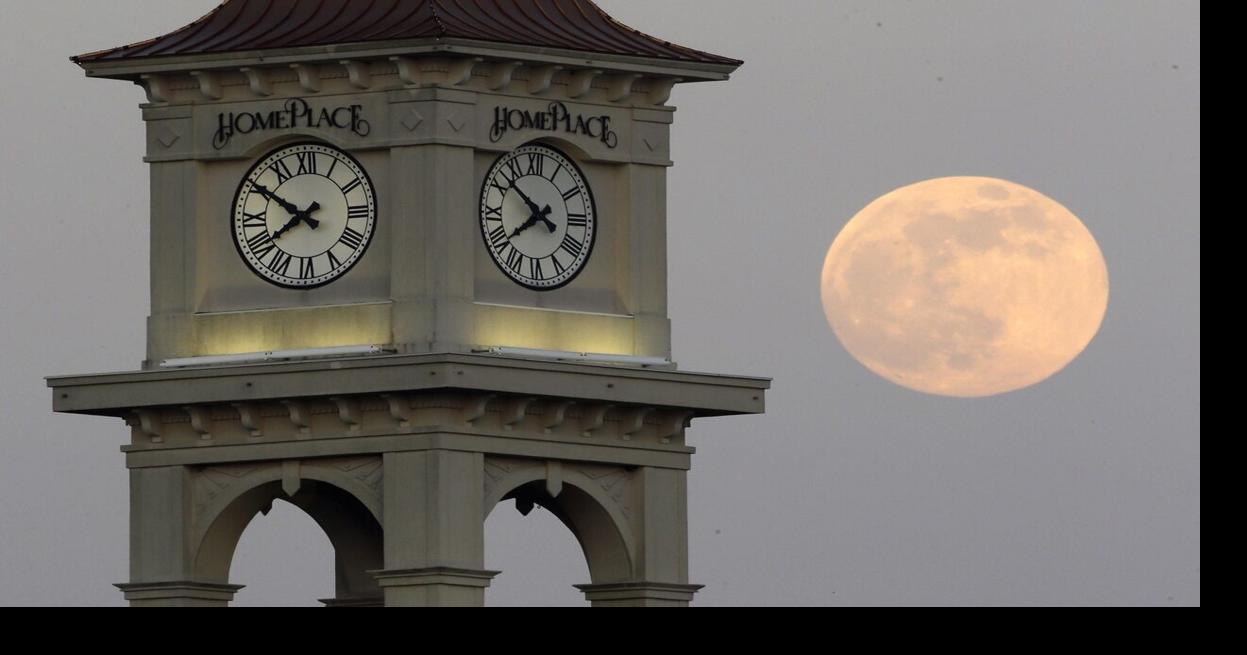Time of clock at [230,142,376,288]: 7:50
